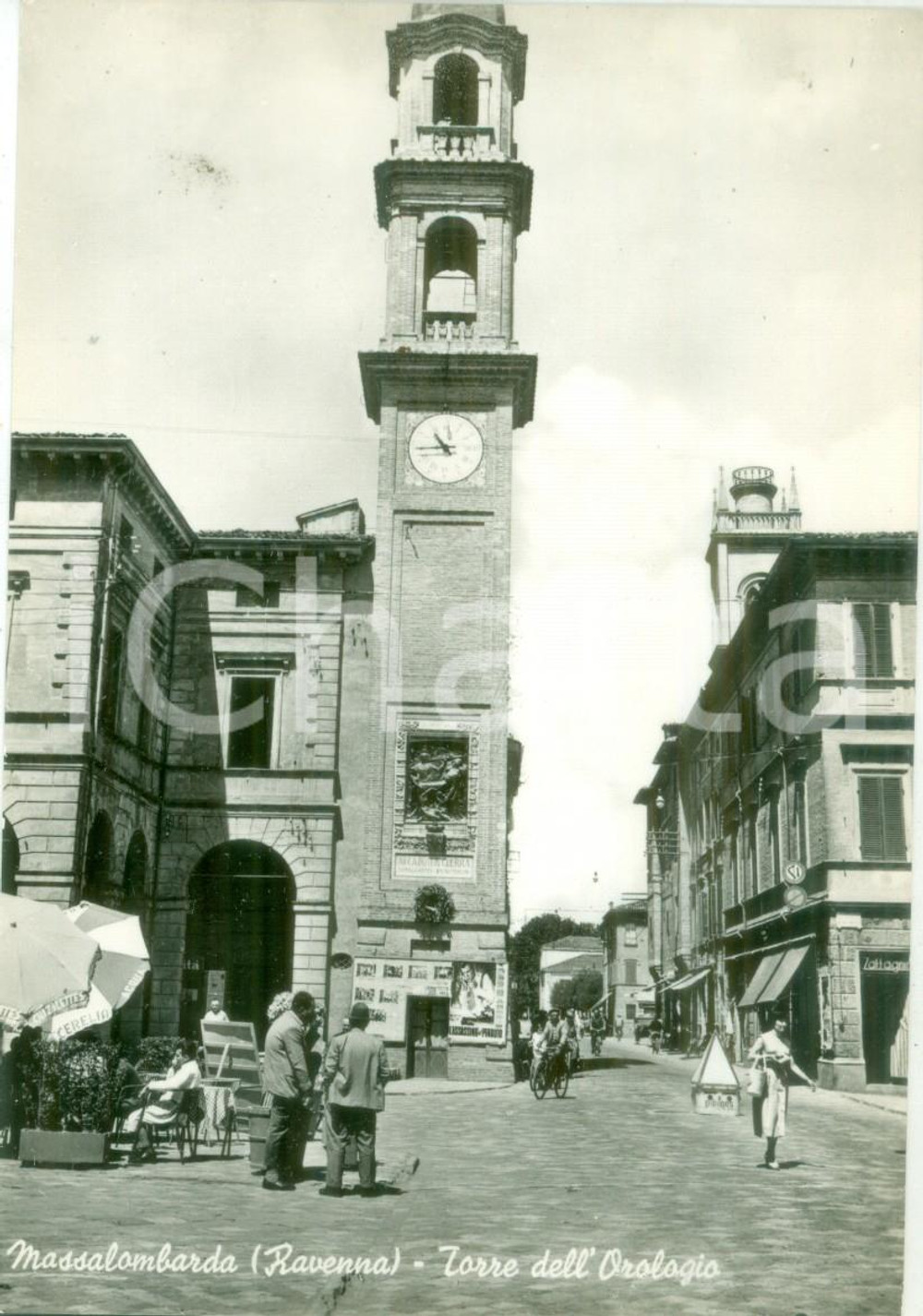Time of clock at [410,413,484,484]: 10:44
